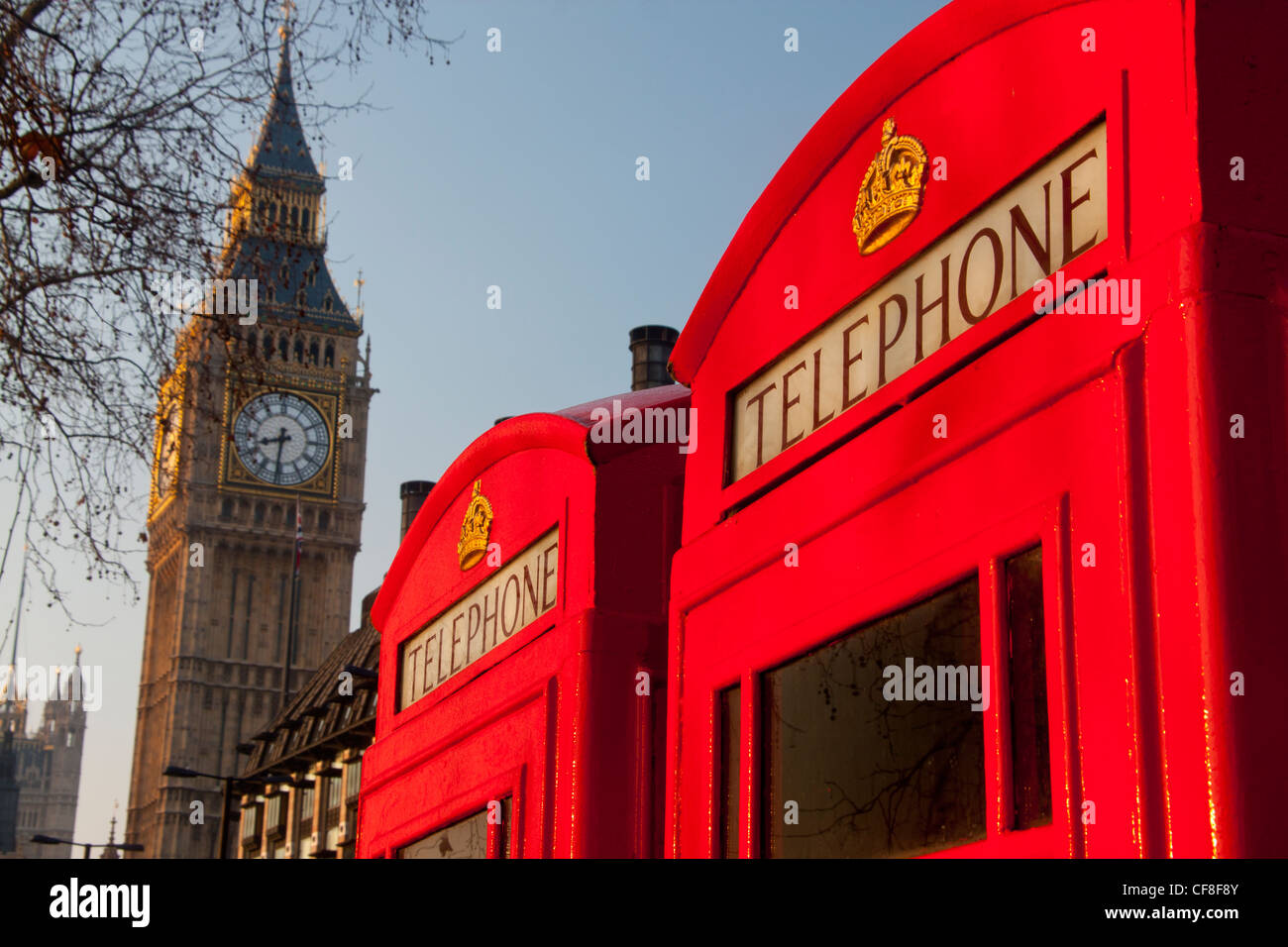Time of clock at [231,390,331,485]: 8:31
